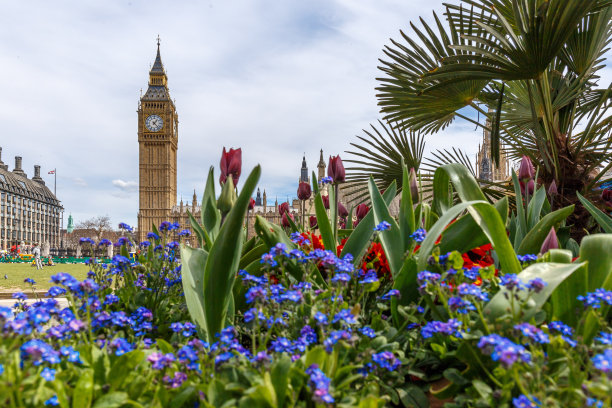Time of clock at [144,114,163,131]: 1:22
